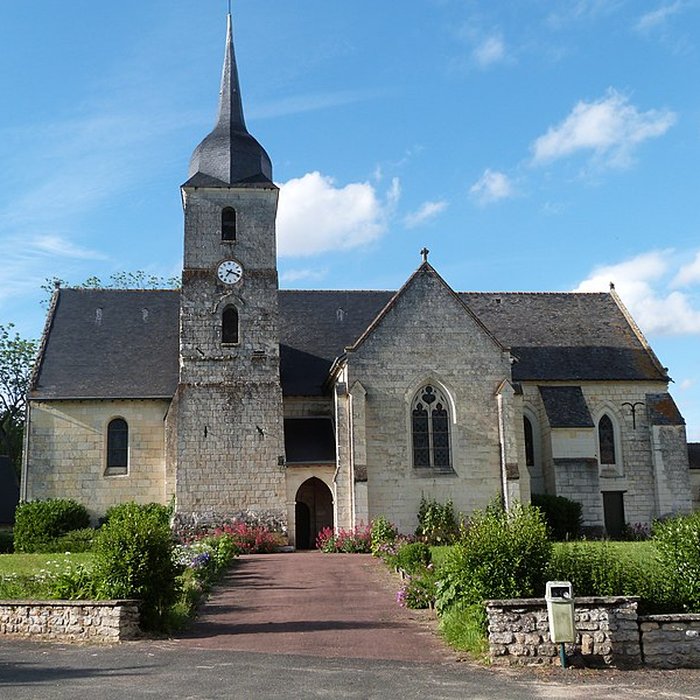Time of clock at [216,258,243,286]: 7:18
